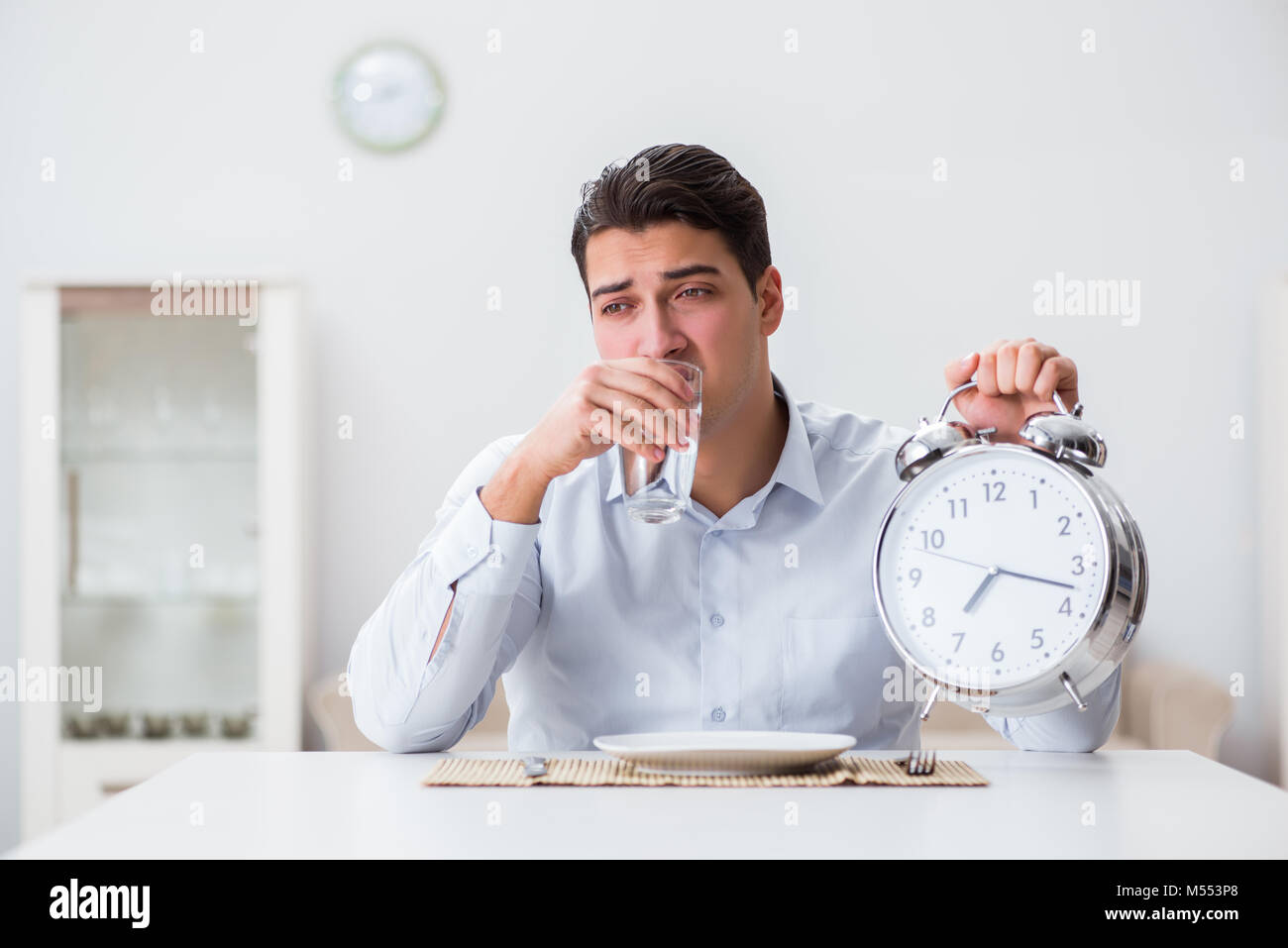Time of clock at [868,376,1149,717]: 7:17
